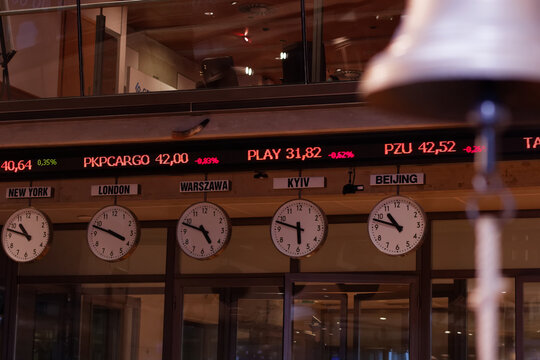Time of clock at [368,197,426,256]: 10:47
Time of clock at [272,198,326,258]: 5:47
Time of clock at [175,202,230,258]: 4:48
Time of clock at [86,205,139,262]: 3:48
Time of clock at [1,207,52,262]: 10:47
